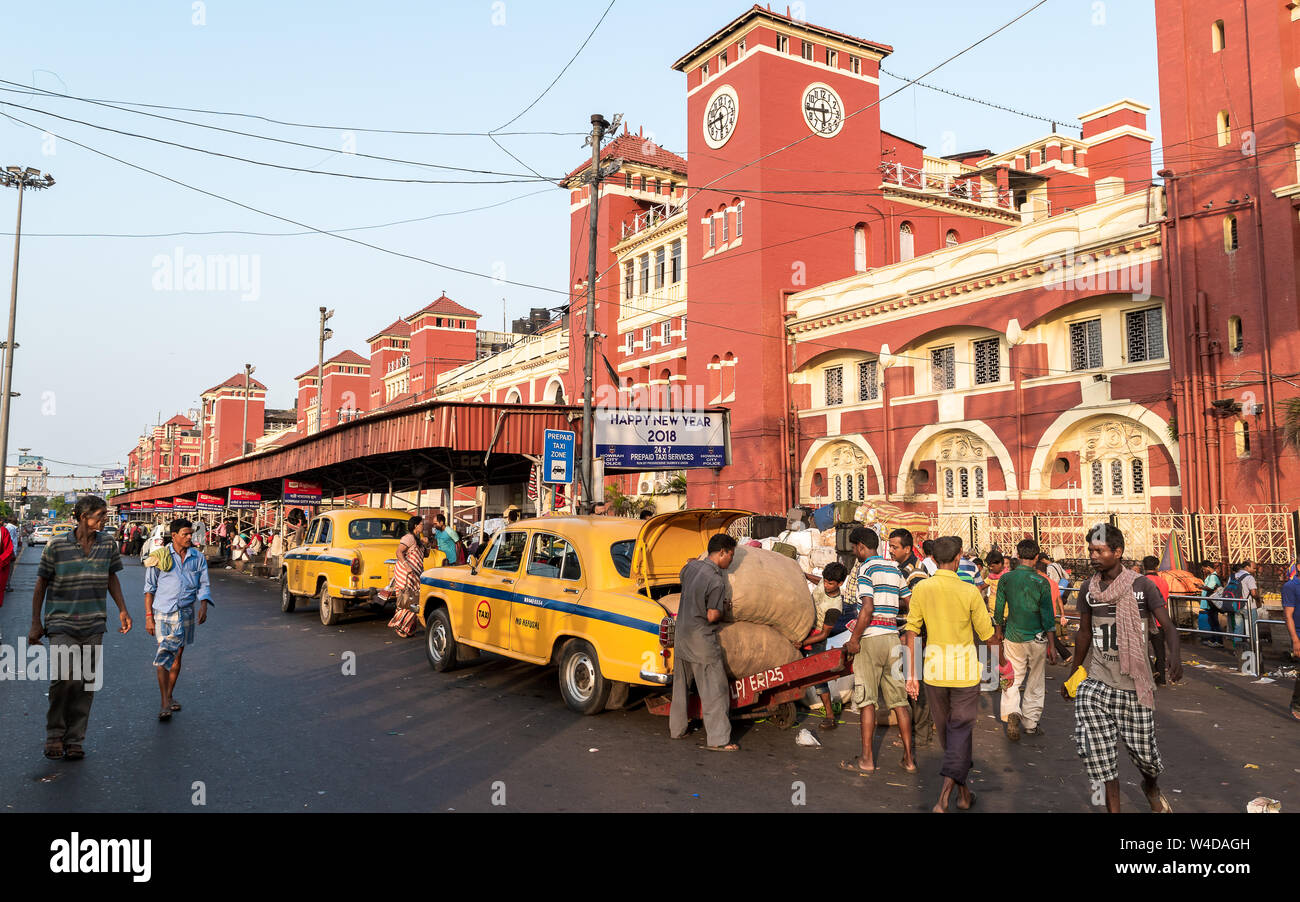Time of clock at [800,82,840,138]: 5:43
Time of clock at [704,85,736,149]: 5:44
